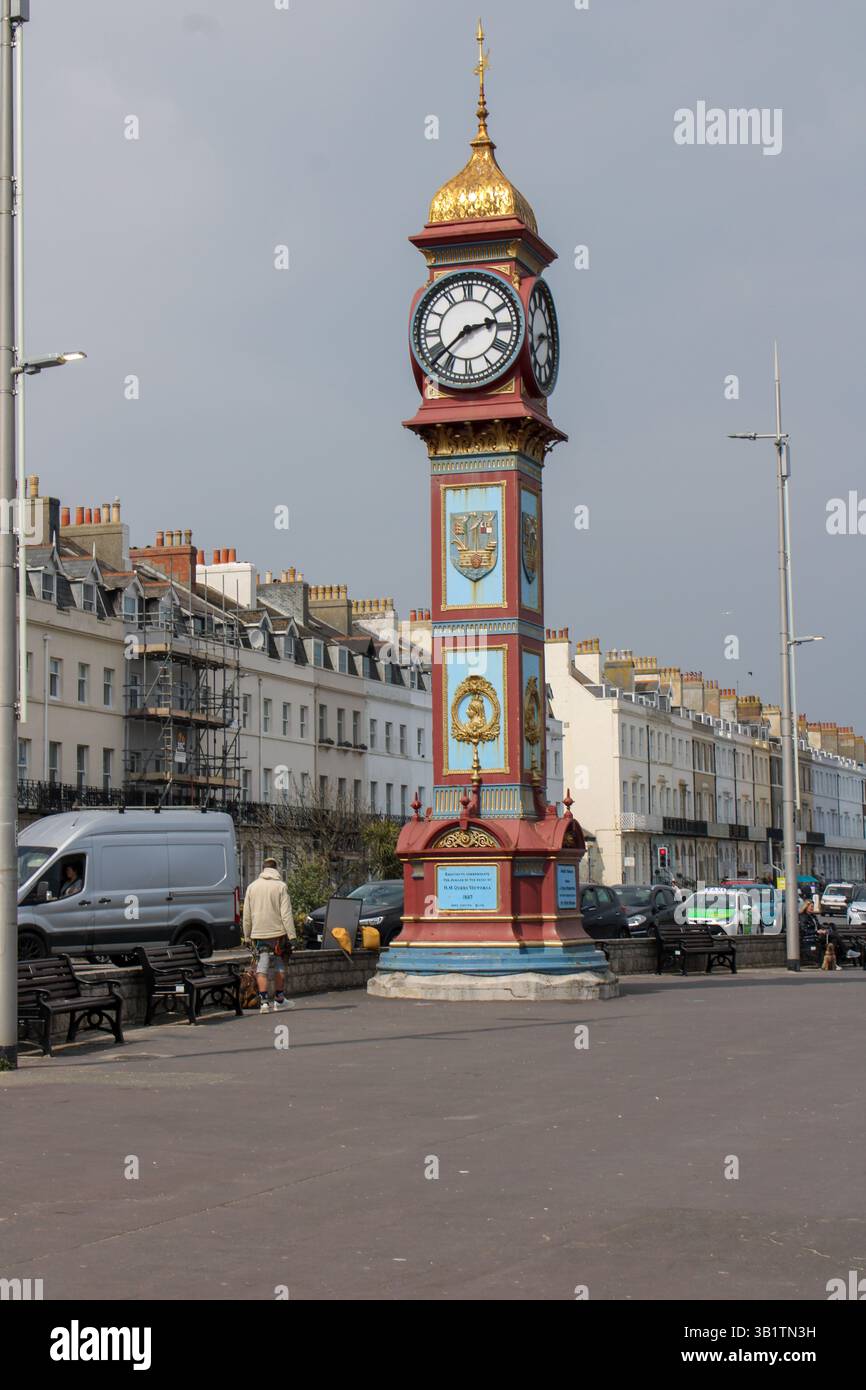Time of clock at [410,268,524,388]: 2:37
